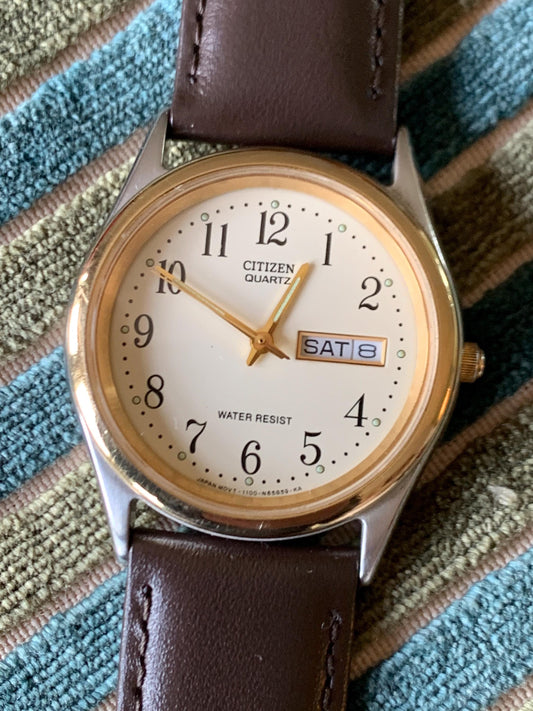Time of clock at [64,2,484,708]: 3:04
